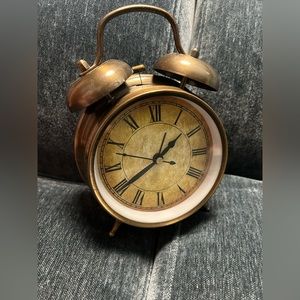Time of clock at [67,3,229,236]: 1:39
